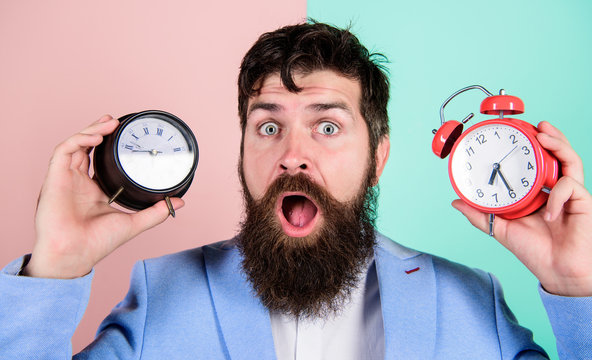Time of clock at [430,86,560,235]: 6:25
